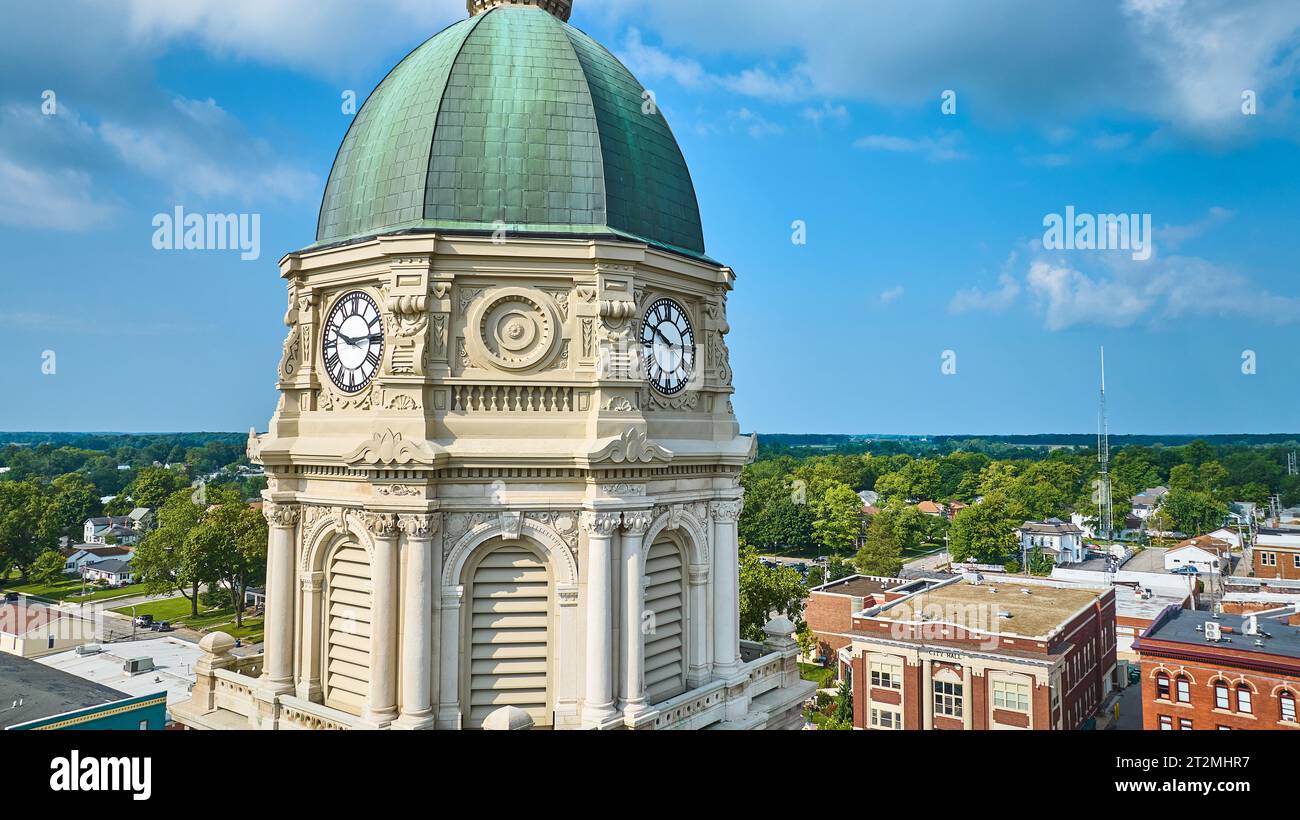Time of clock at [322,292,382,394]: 2:48
